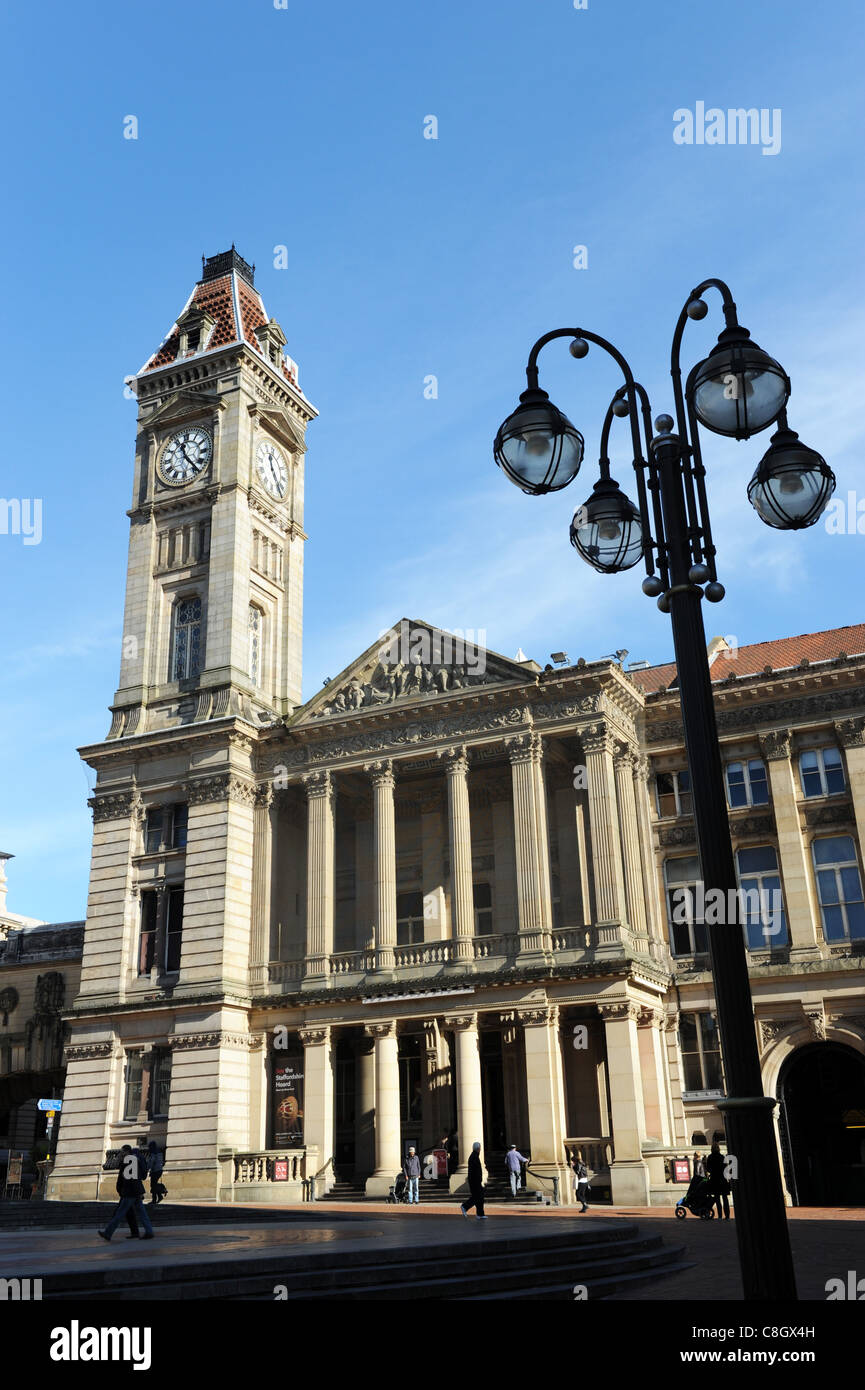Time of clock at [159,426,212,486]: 11:23
